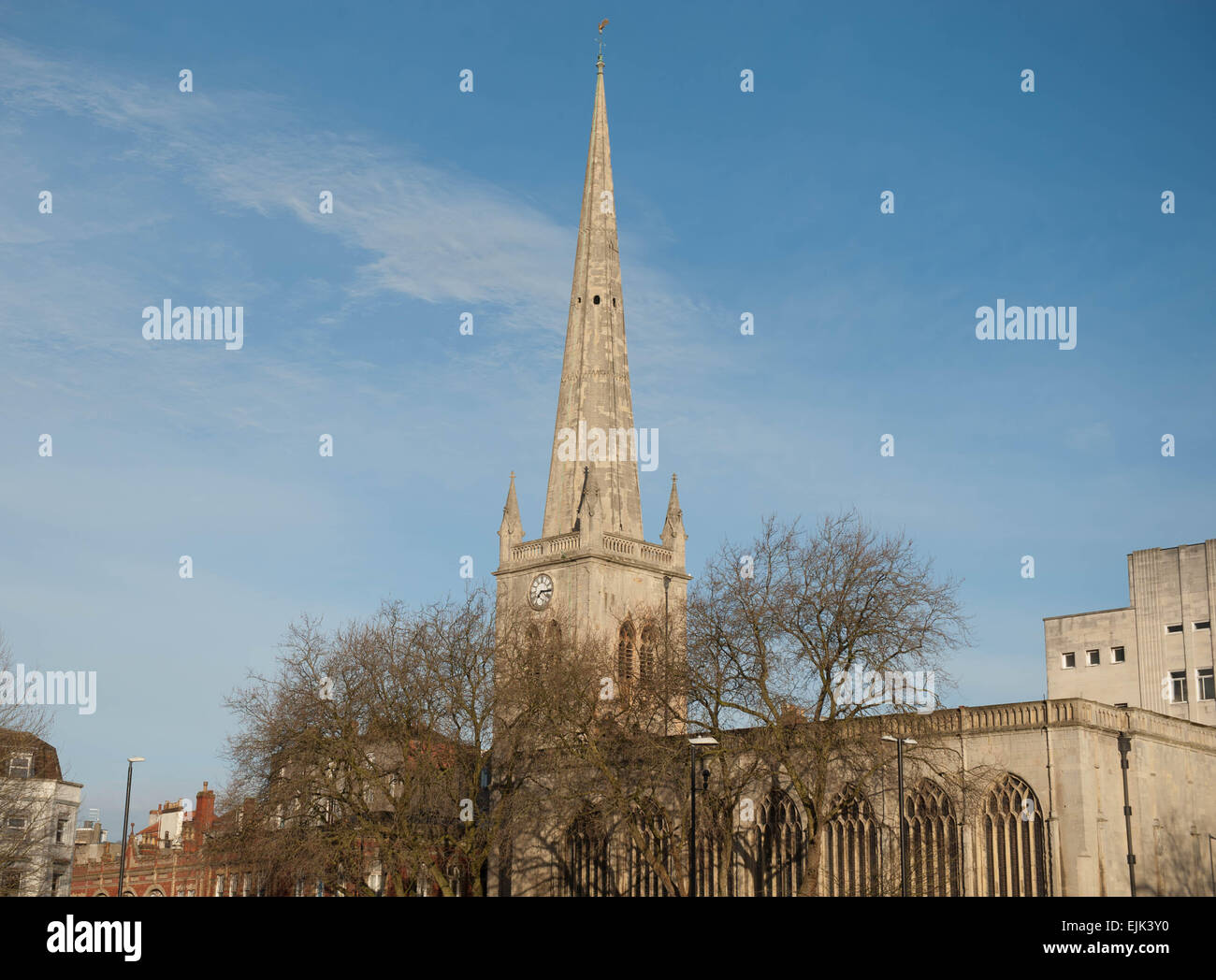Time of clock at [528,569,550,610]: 7:15
